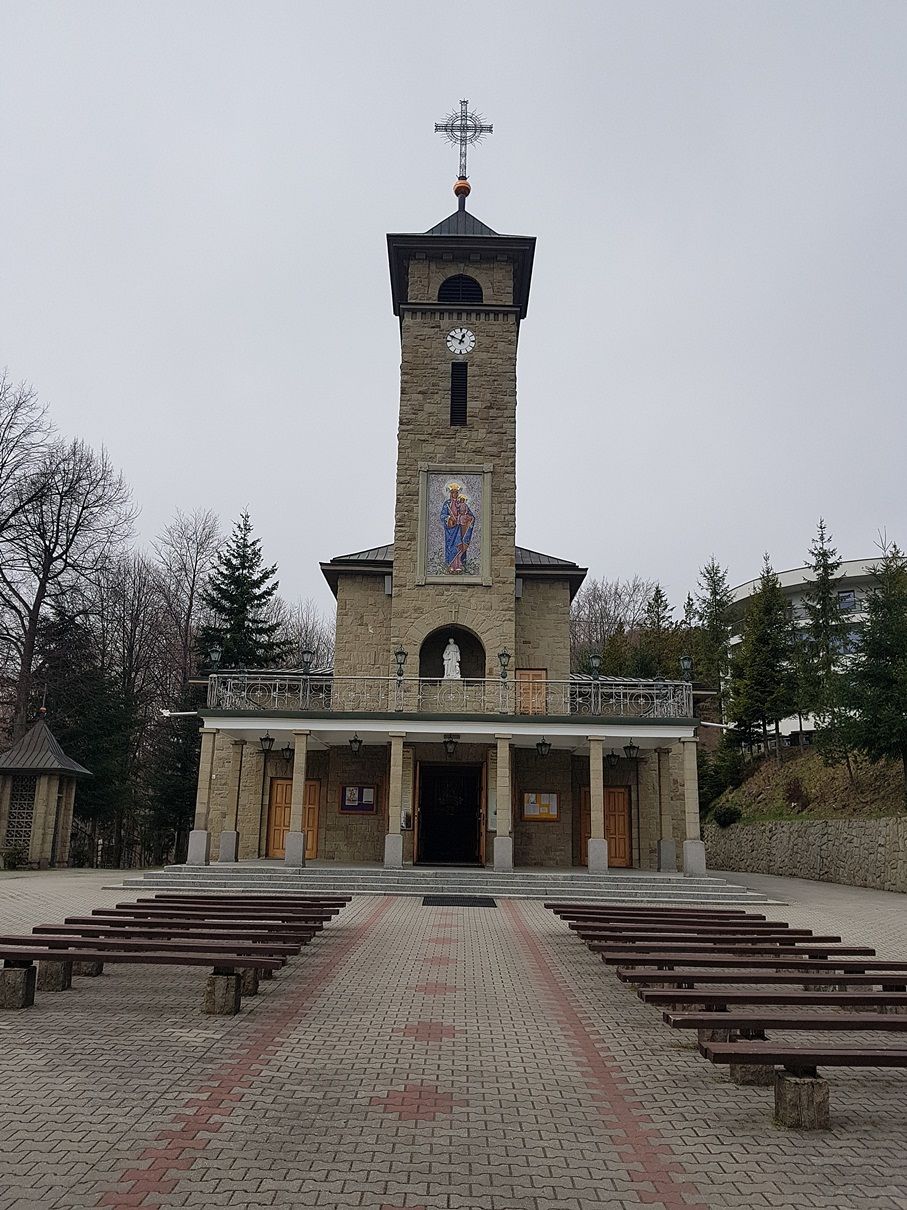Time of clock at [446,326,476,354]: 12:49
